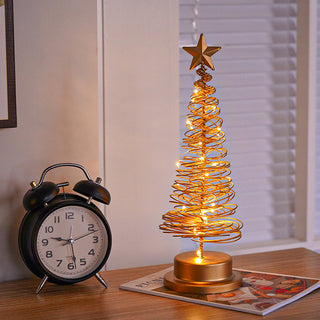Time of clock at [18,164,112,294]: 9:28
